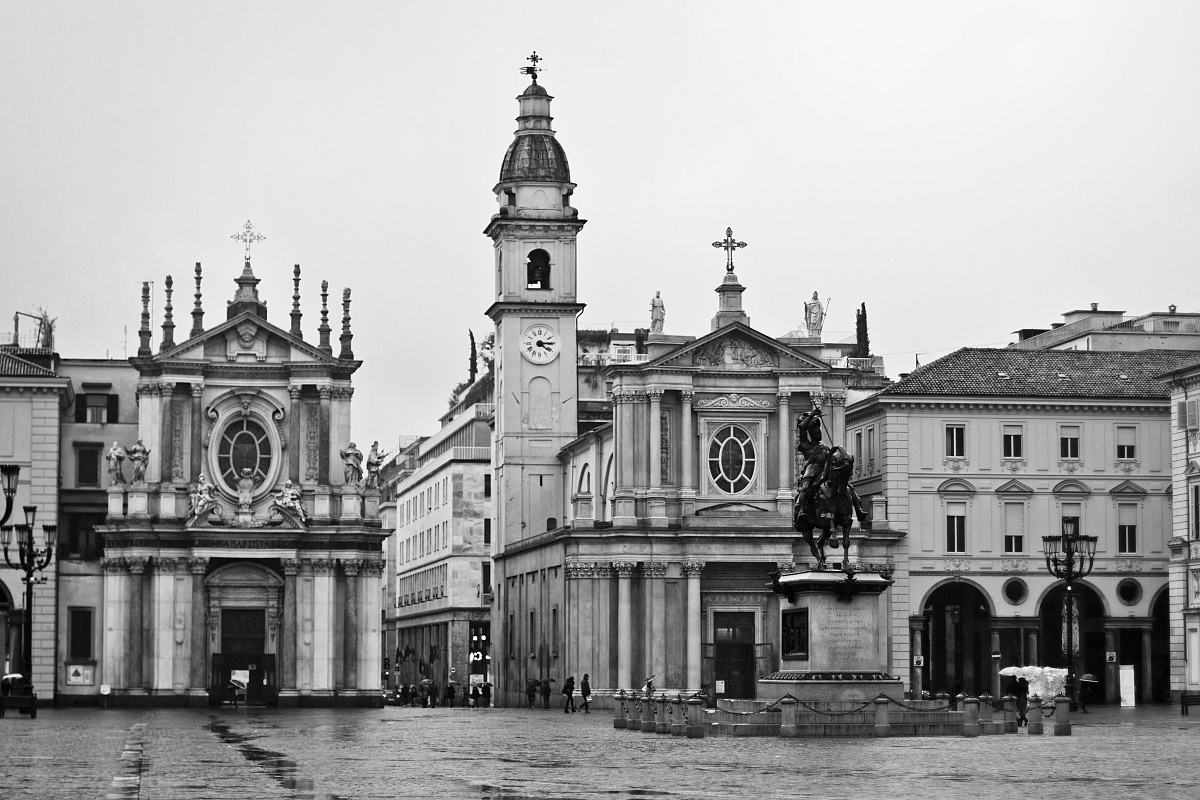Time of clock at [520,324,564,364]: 4:14
